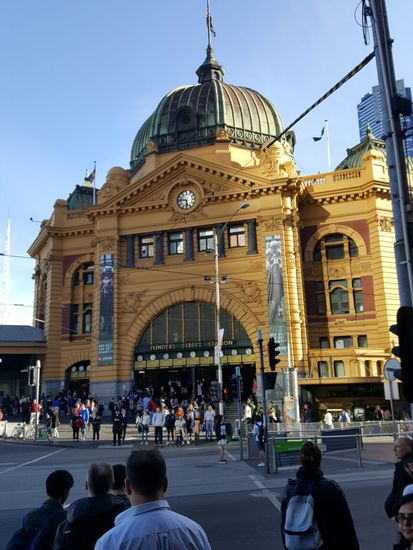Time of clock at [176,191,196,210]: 5:46
